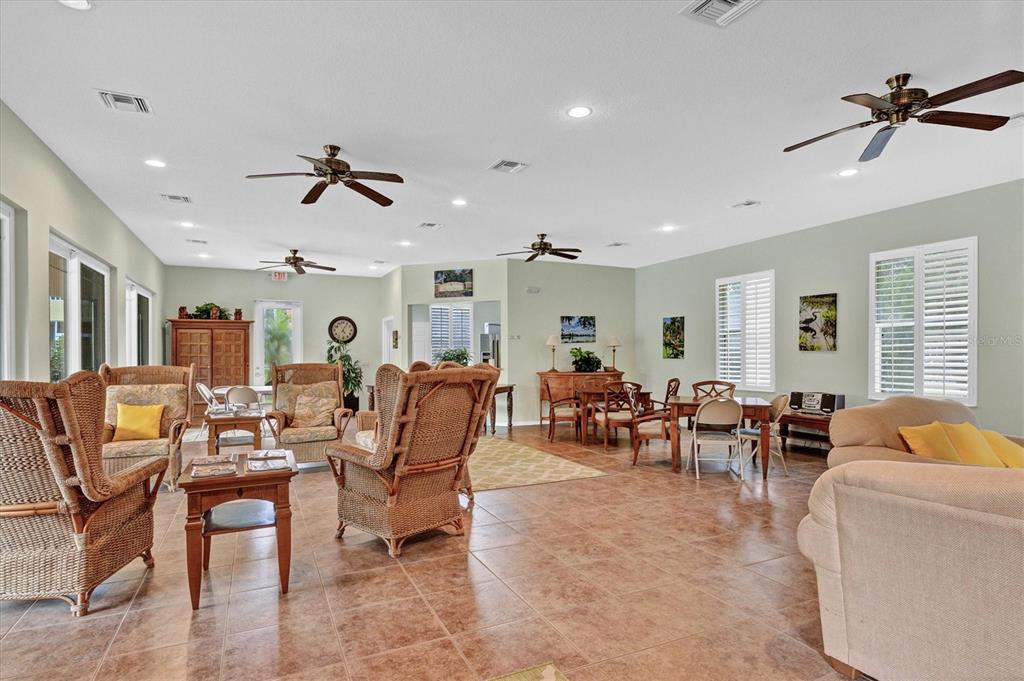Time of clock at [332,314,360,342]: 5:05
